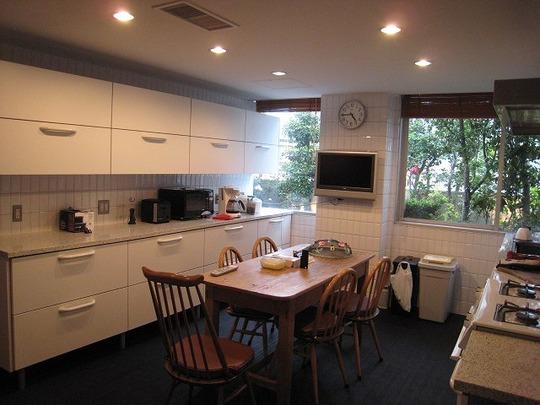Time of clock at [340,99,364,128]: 4:44
